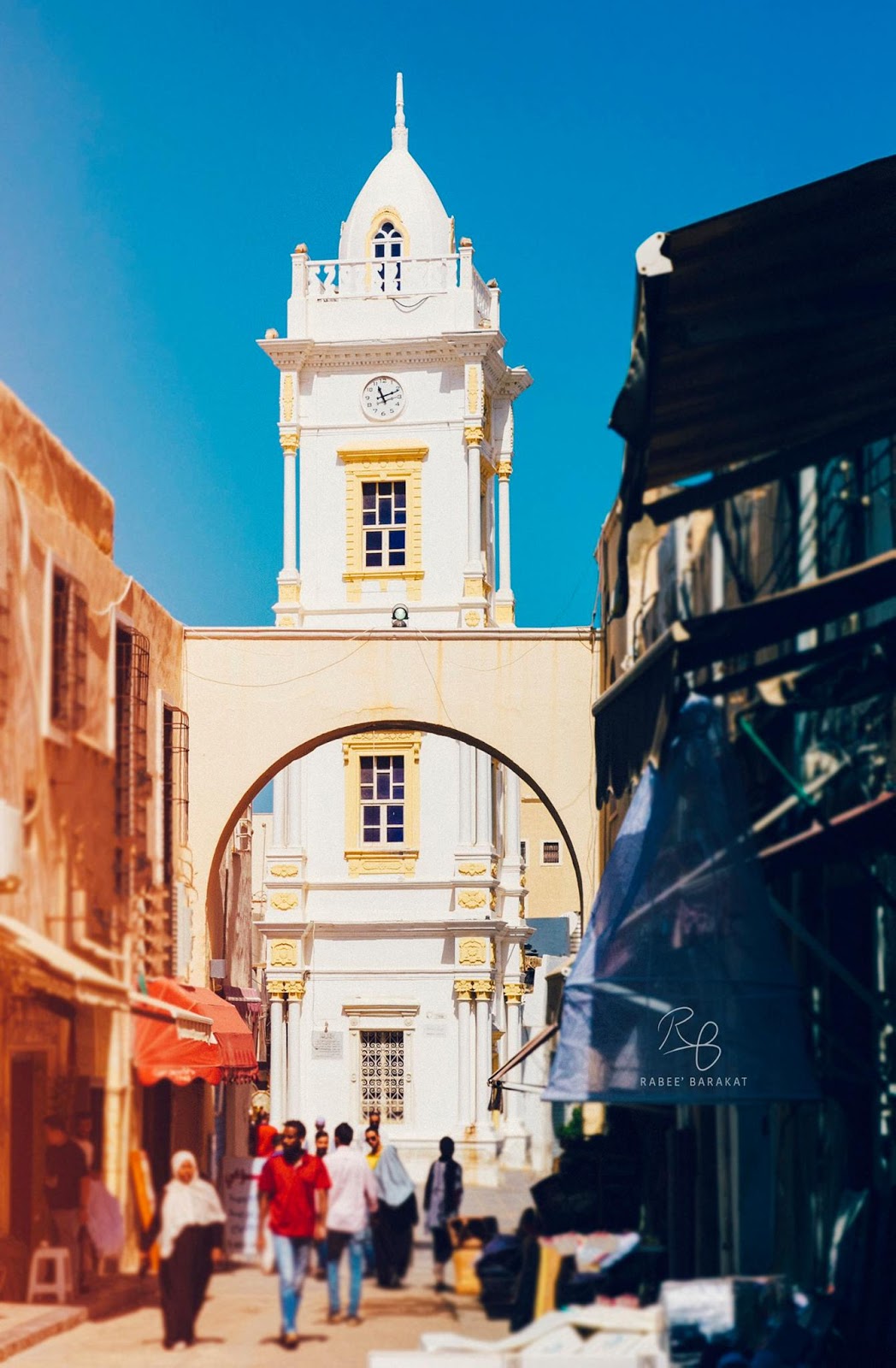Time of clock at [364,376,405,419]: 11:11
